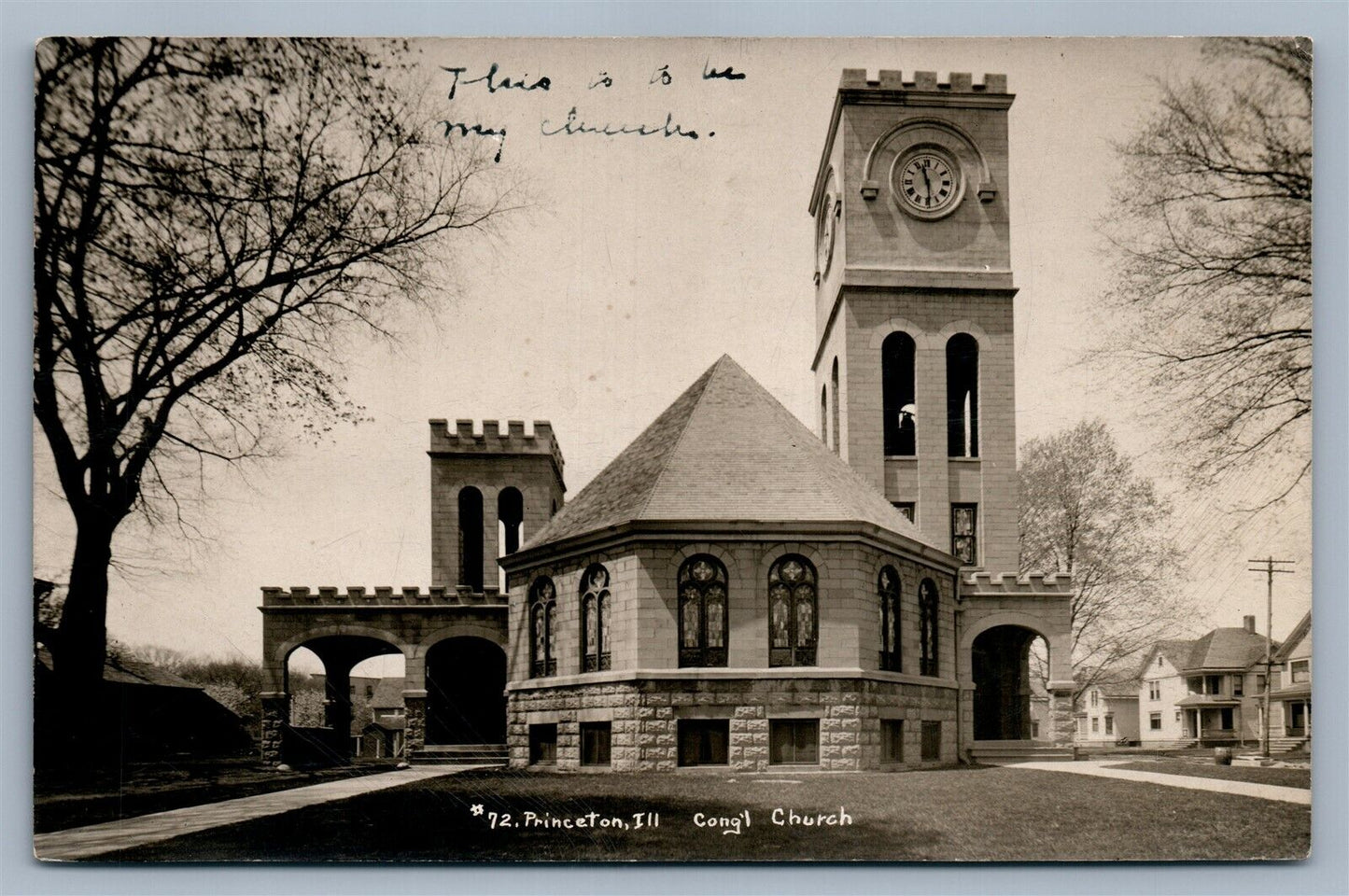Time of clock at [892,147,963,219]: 11:29
